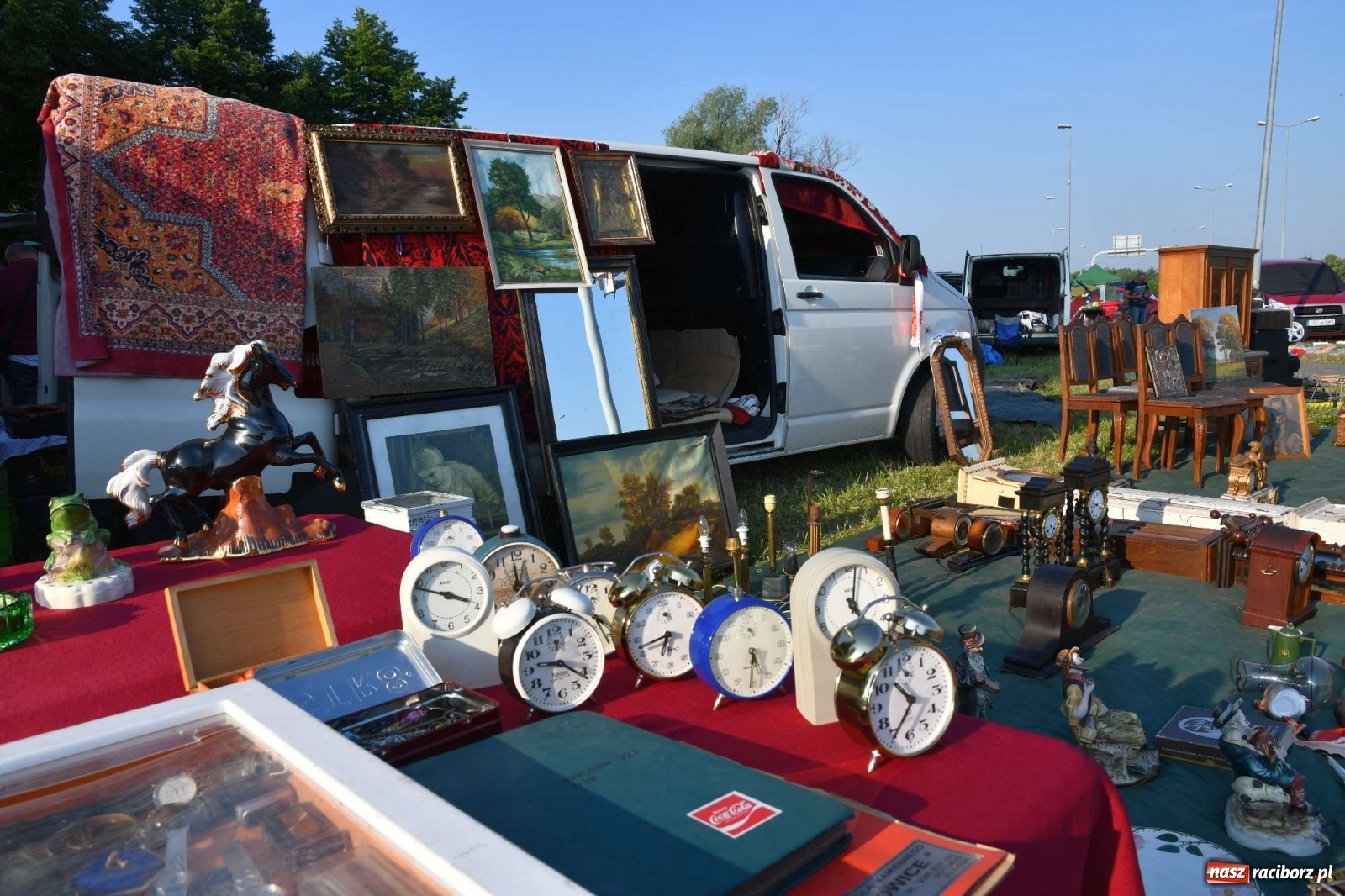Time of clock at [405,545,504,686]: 3:48
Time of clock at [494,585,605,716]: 9:21
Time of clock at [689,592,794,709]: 5:31
